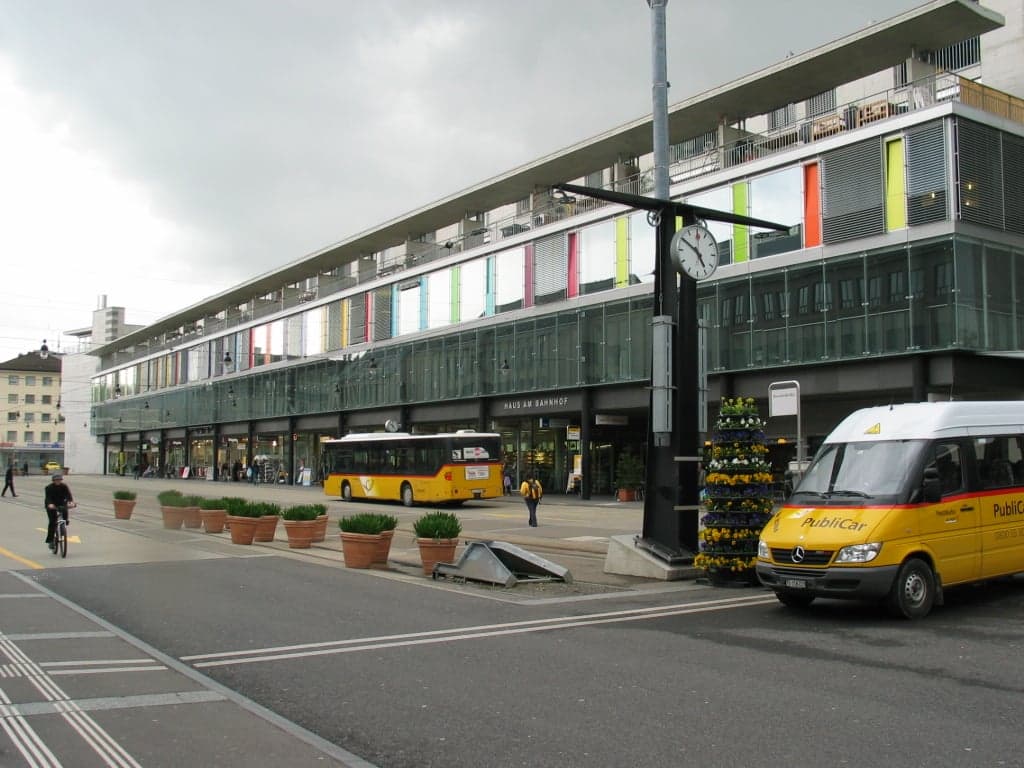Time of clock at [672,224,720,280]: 4:50
